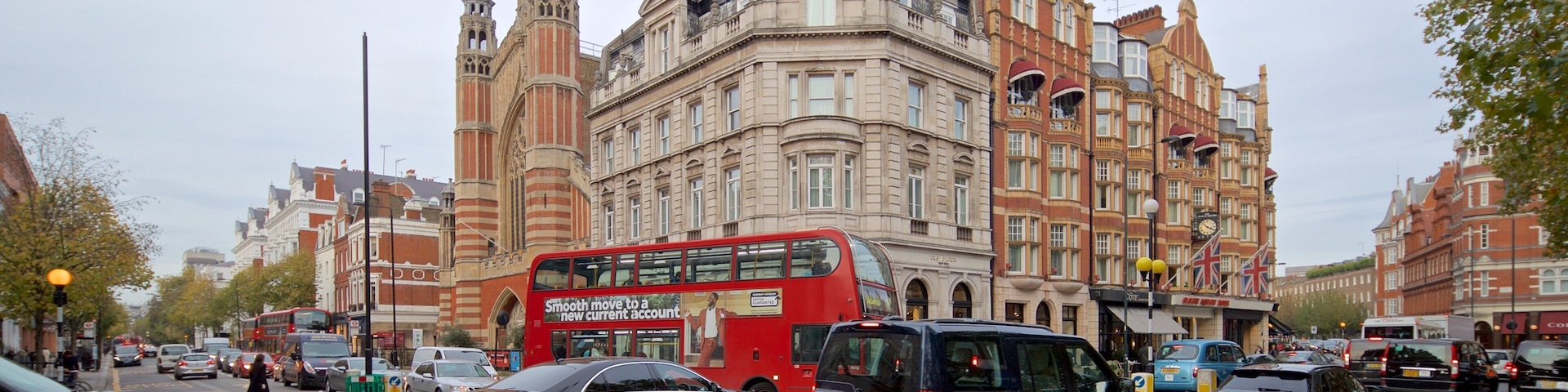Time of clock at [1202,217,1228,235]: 3:52
